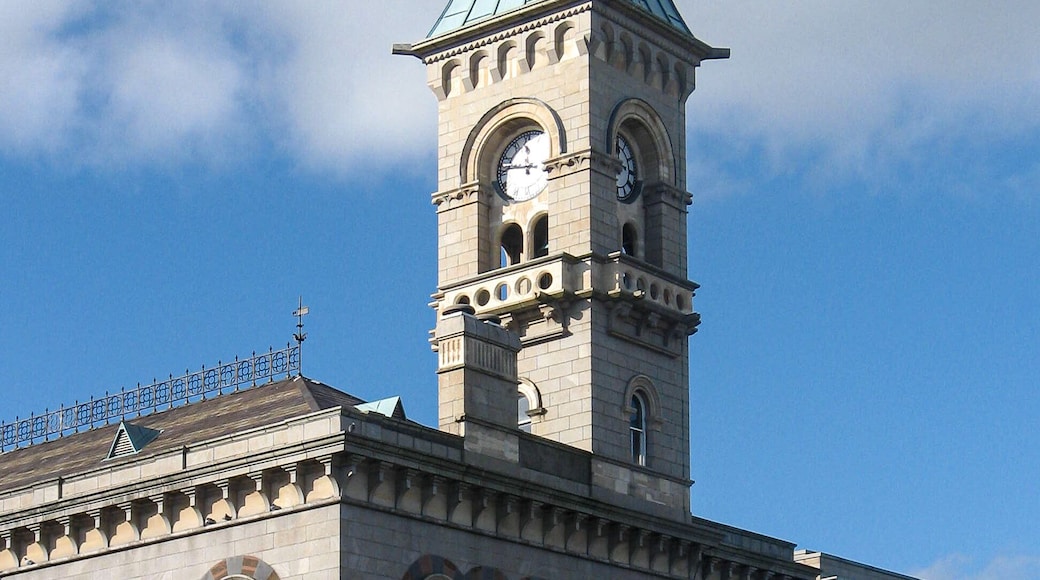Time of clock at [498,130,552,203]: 11:46
